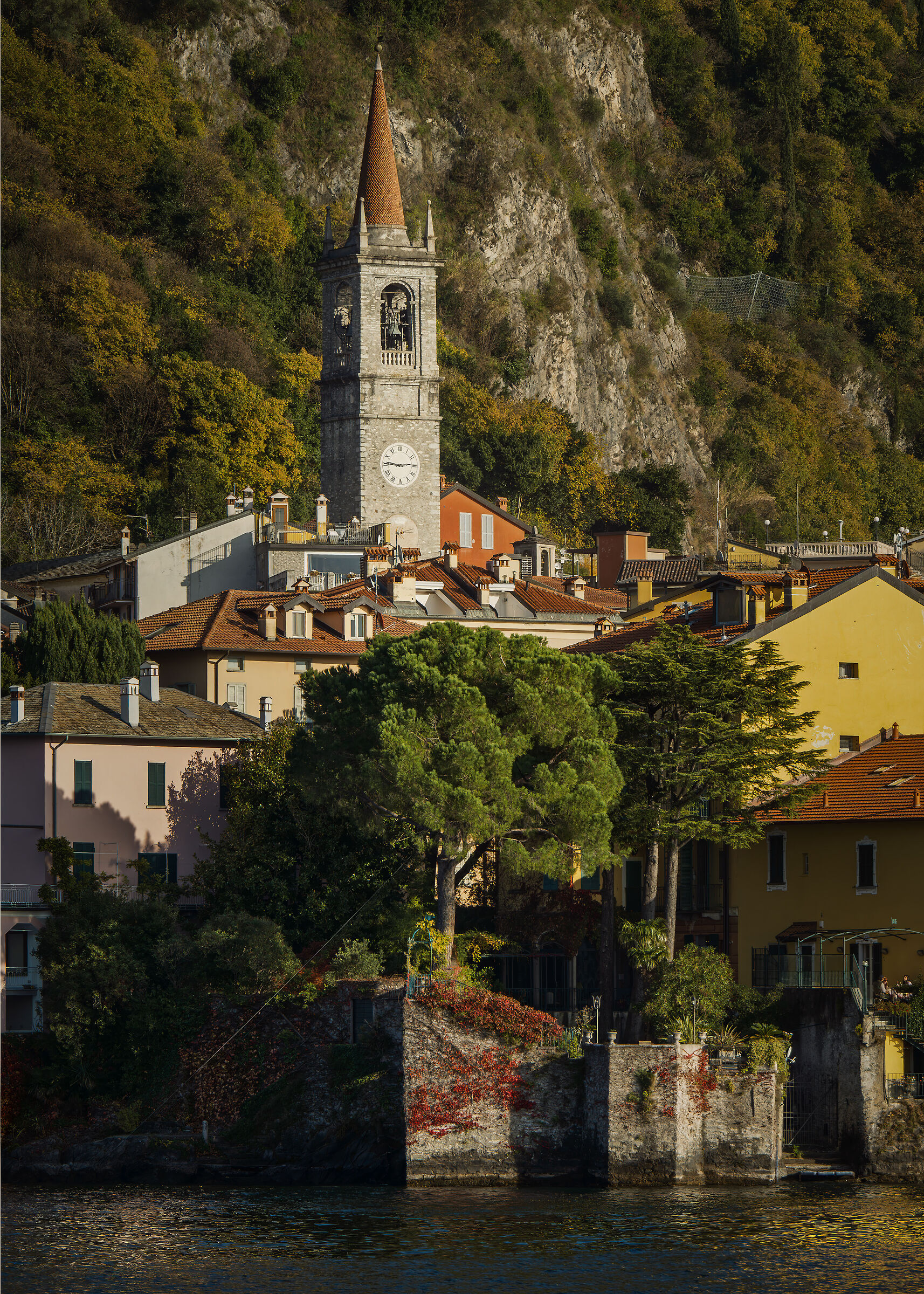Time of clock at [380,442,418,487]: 2:46
